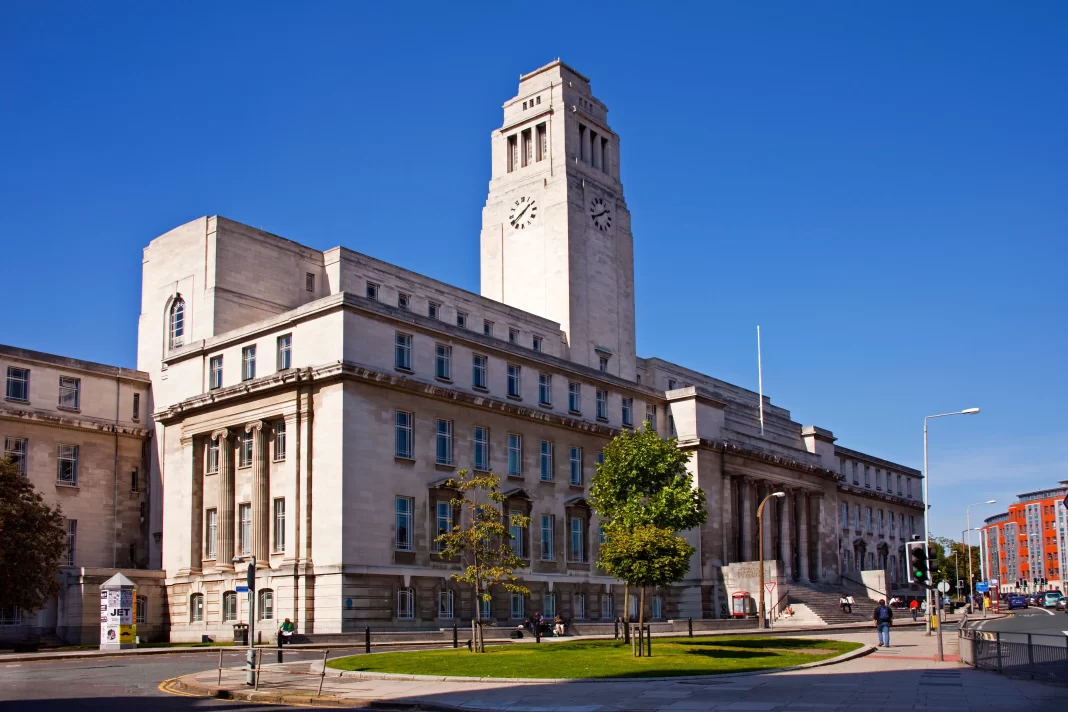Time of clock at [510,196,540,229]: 1:39
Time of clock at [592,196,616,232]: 1:40
